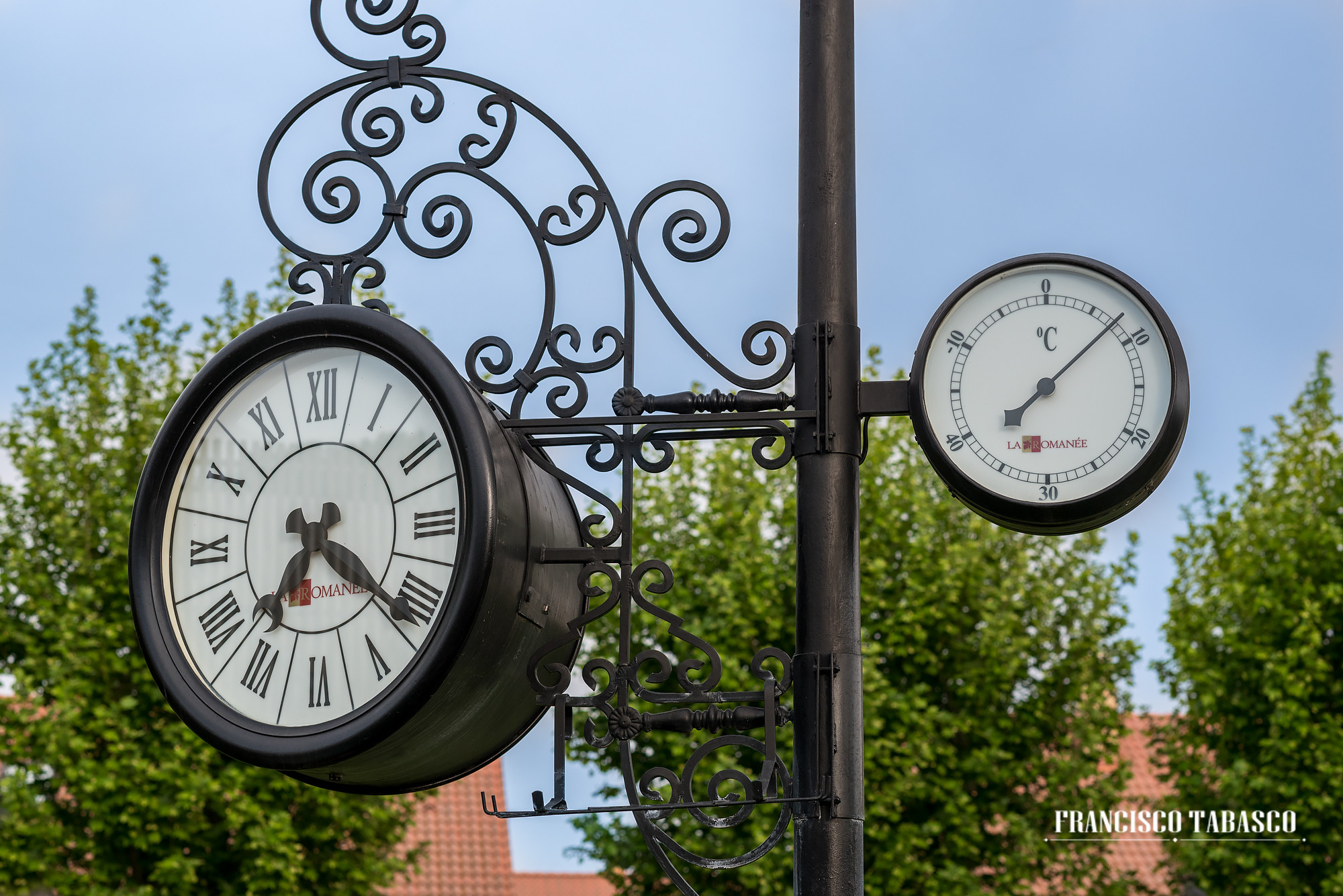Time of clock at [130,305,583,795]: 7:21
